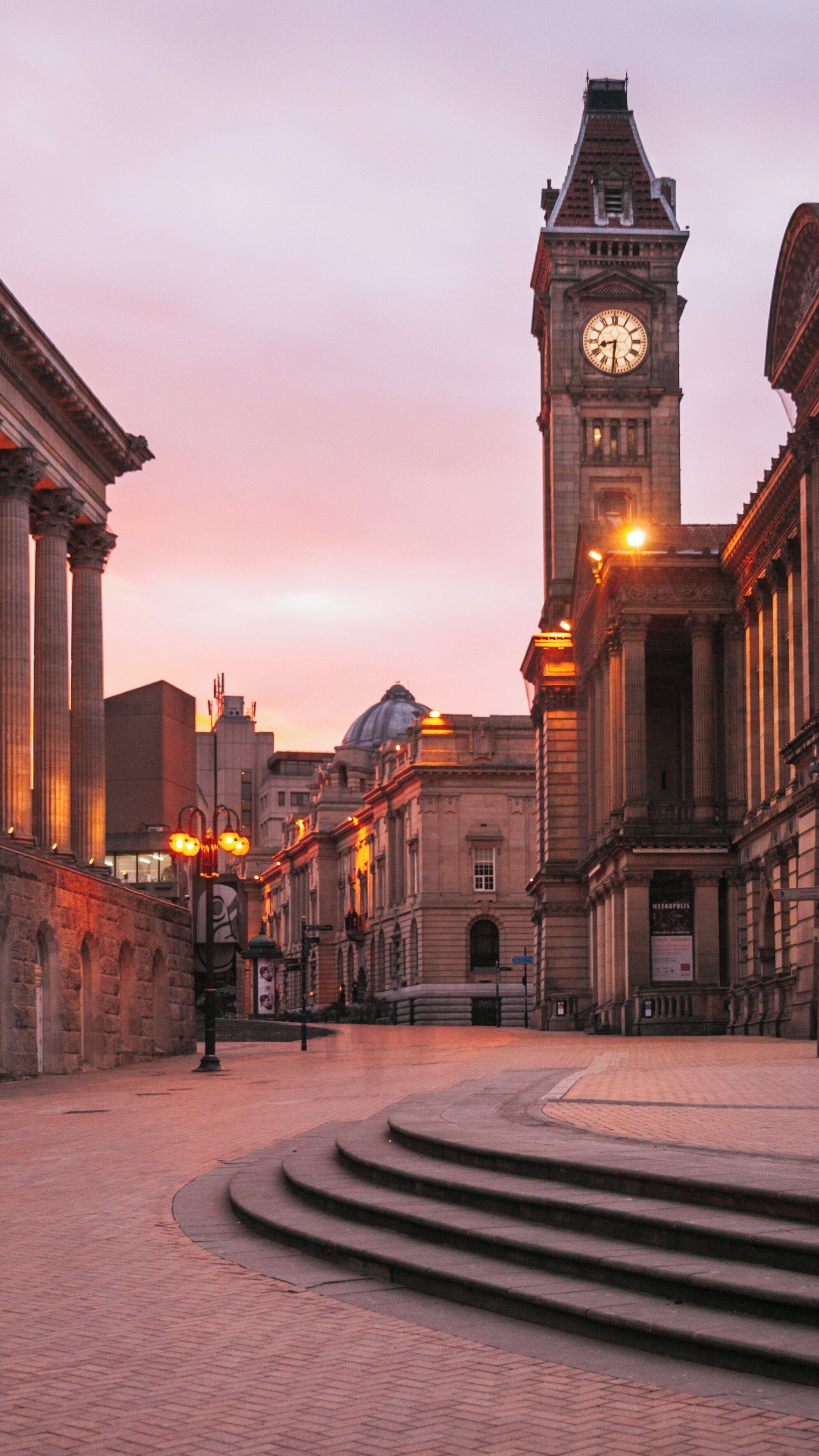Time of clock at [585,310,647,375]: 8:31
